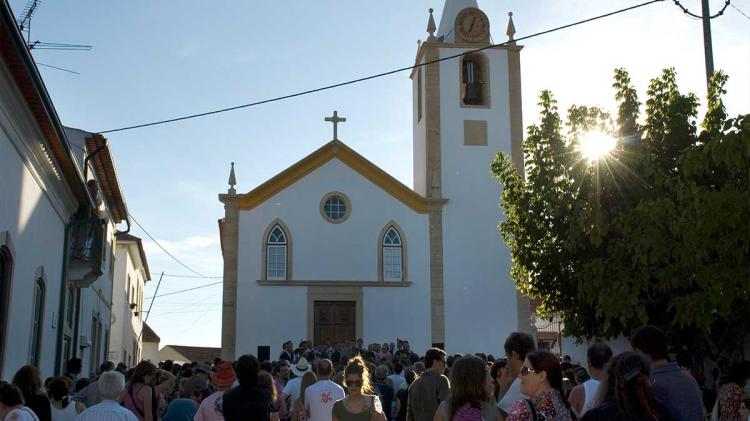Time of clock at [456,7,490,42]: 12:33
